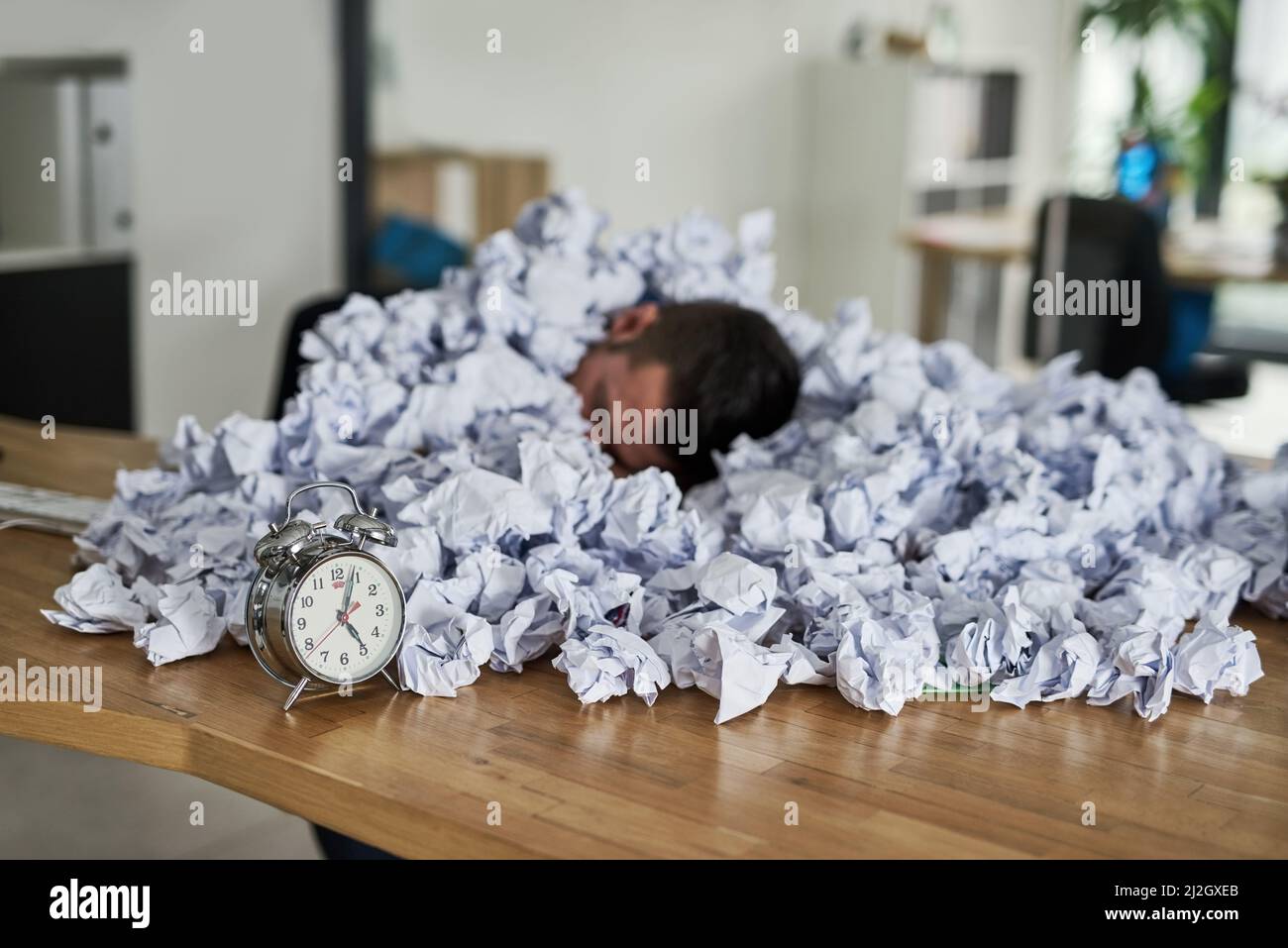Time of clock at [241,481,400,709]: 5:03
